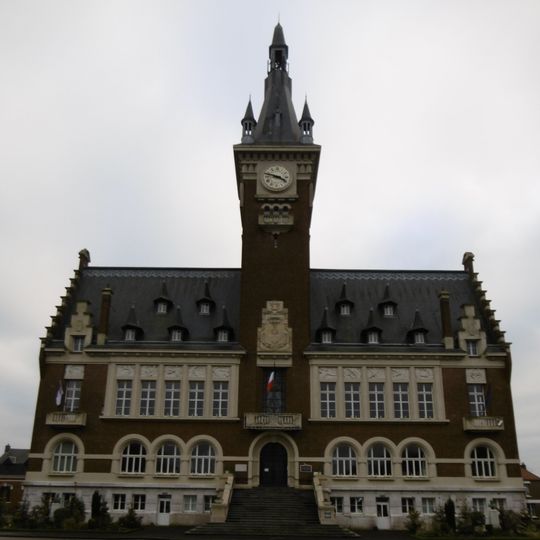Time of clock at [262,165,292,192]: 3:47
